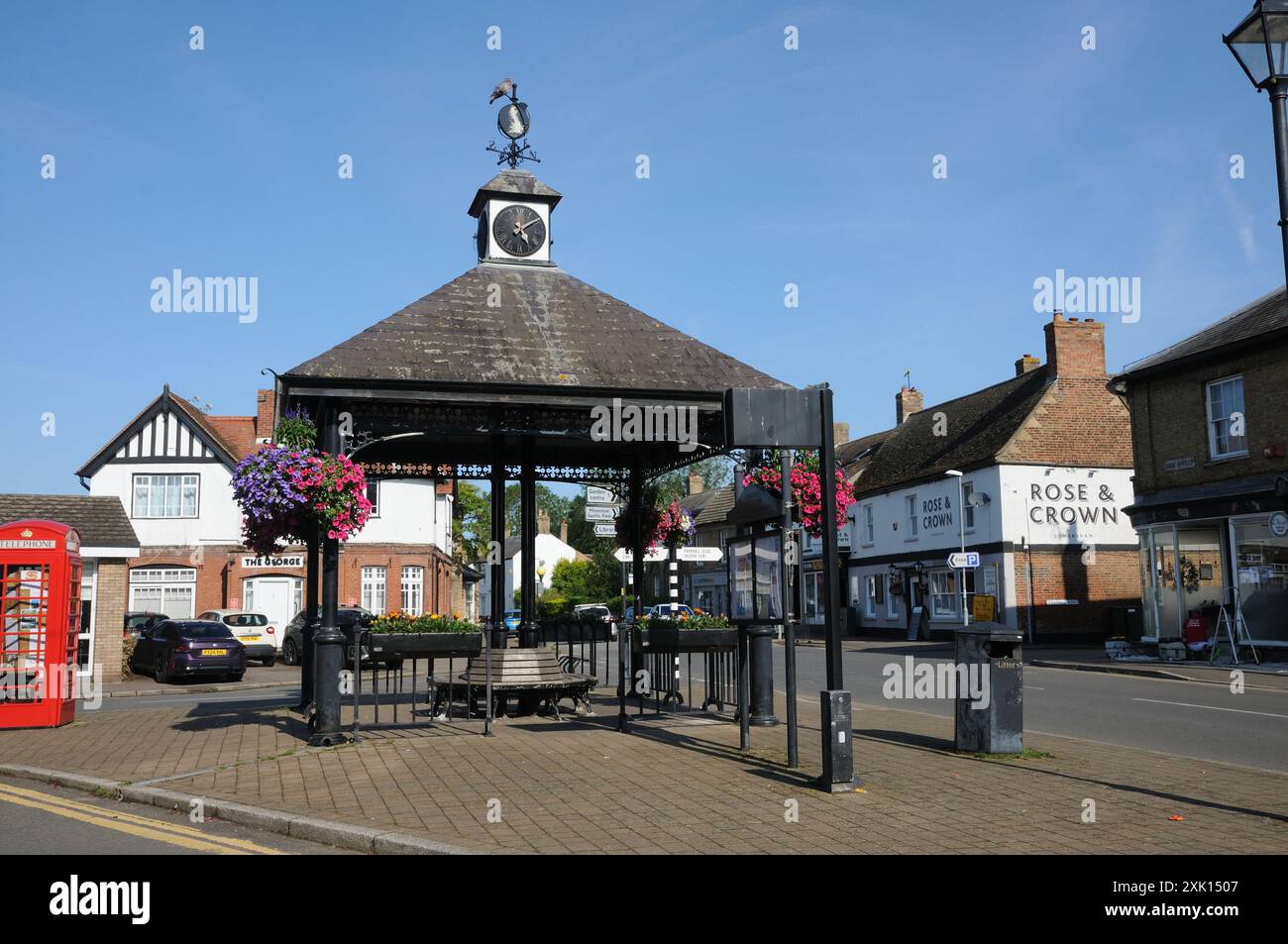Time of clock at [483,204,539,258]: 5:09
